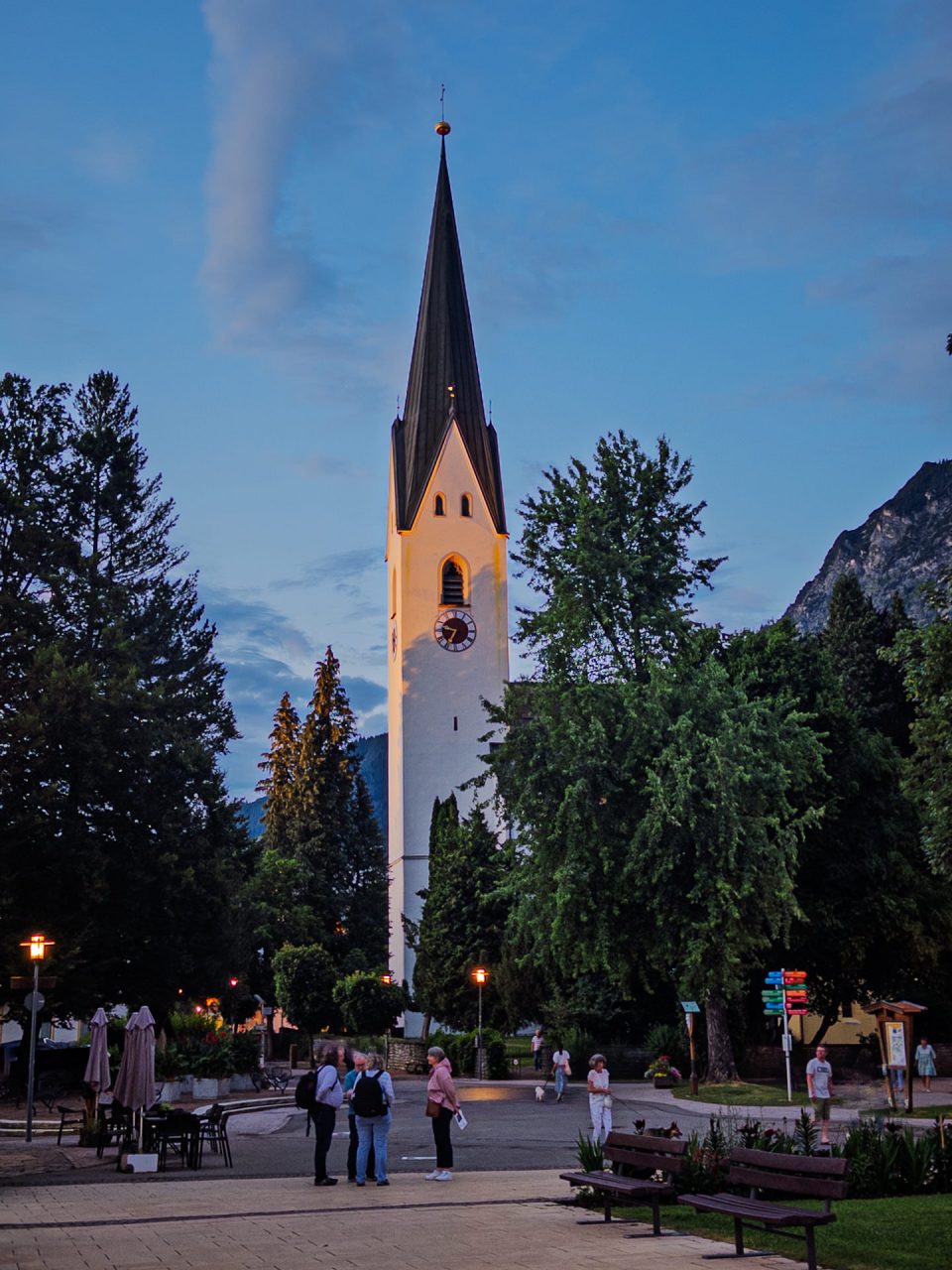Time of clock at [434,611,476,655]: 9:34
